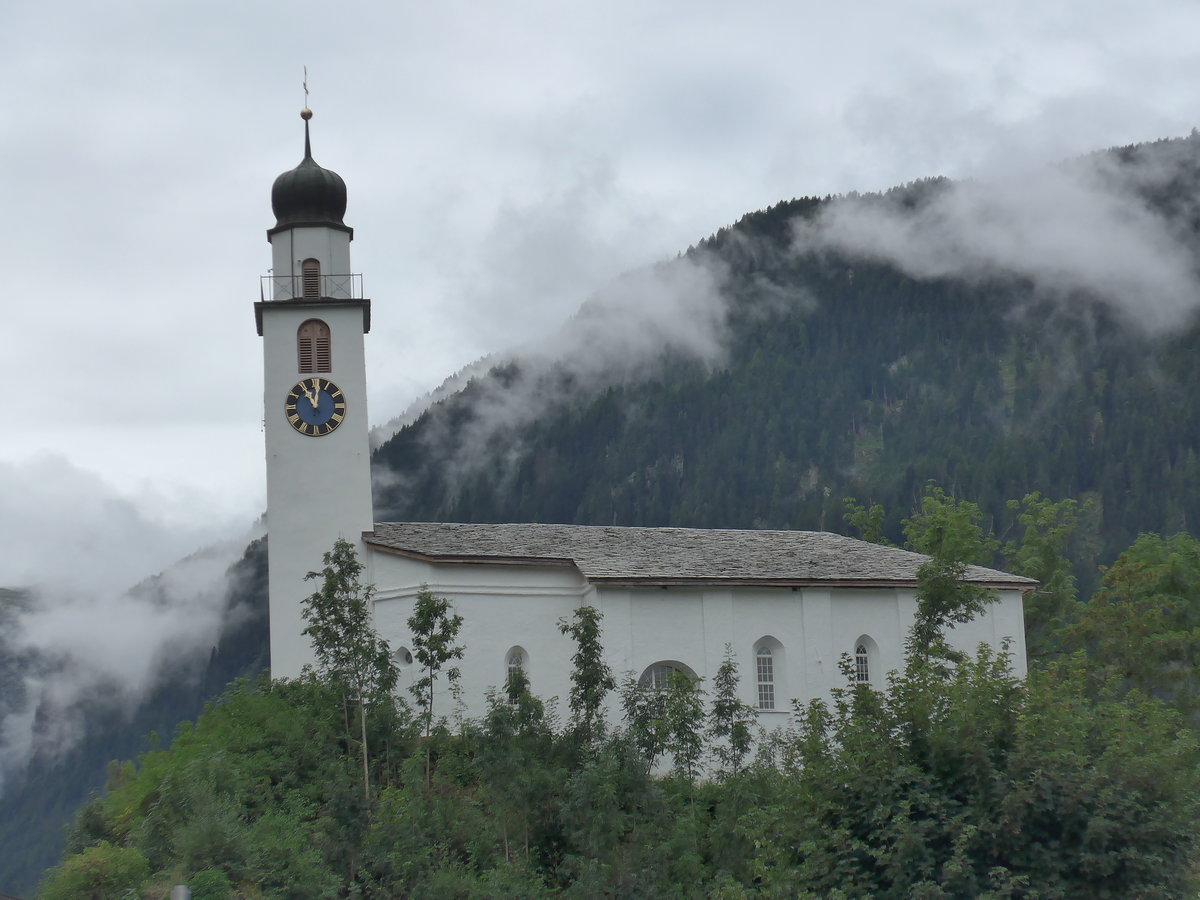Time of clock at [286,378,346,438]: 11:01
